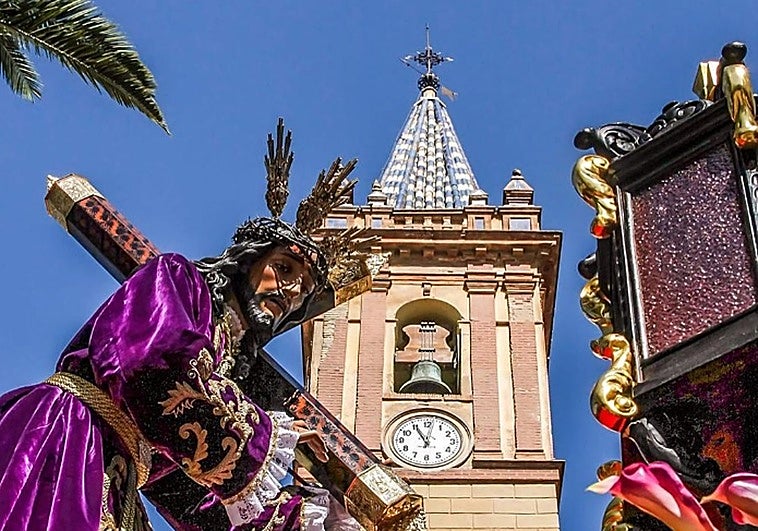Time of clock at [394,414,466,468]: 11:02
